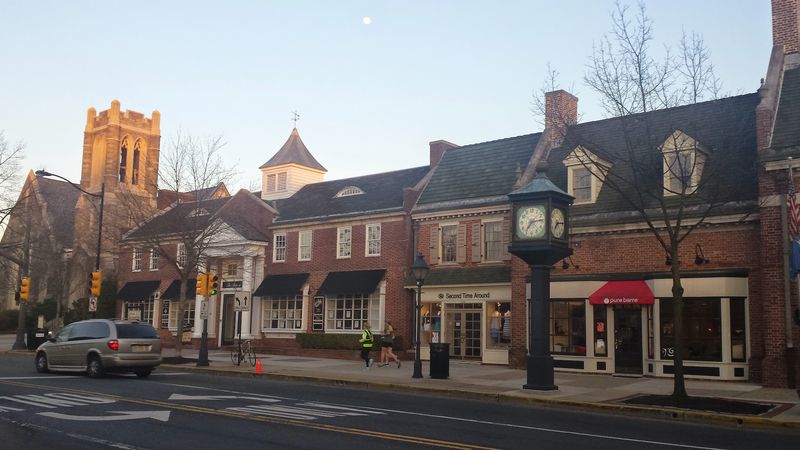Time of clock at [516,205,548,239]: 7:13
